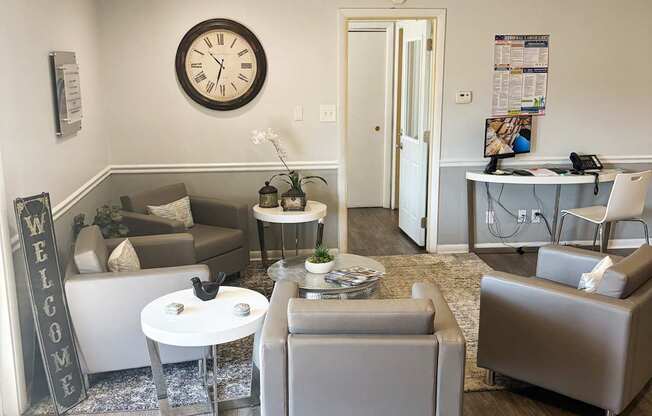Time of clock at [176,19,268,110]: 10:32
